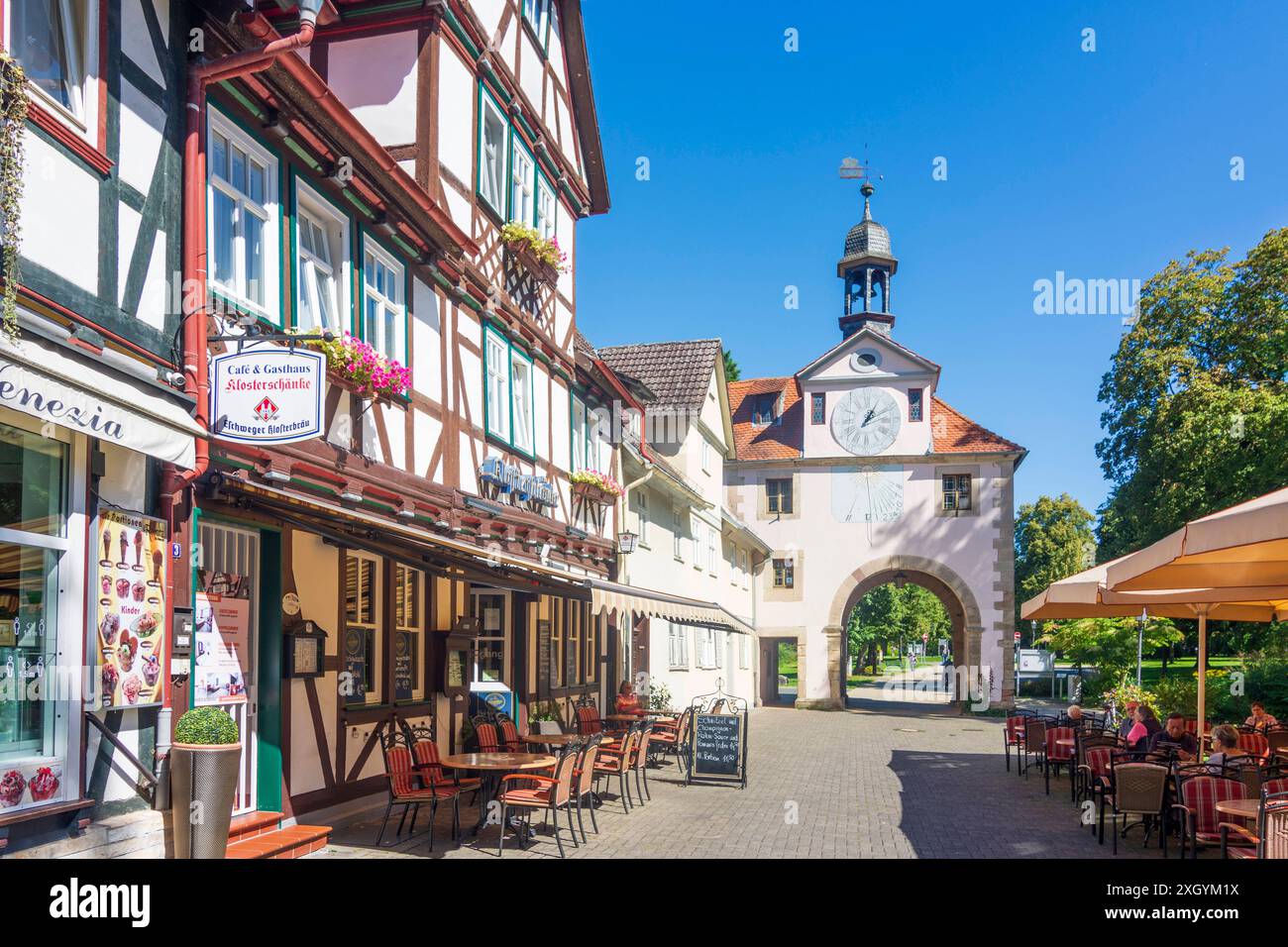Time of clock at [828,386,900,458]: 1:10
